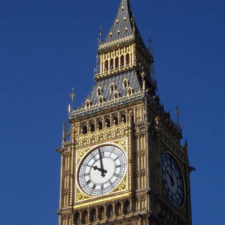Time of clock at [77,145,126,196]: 9:57
